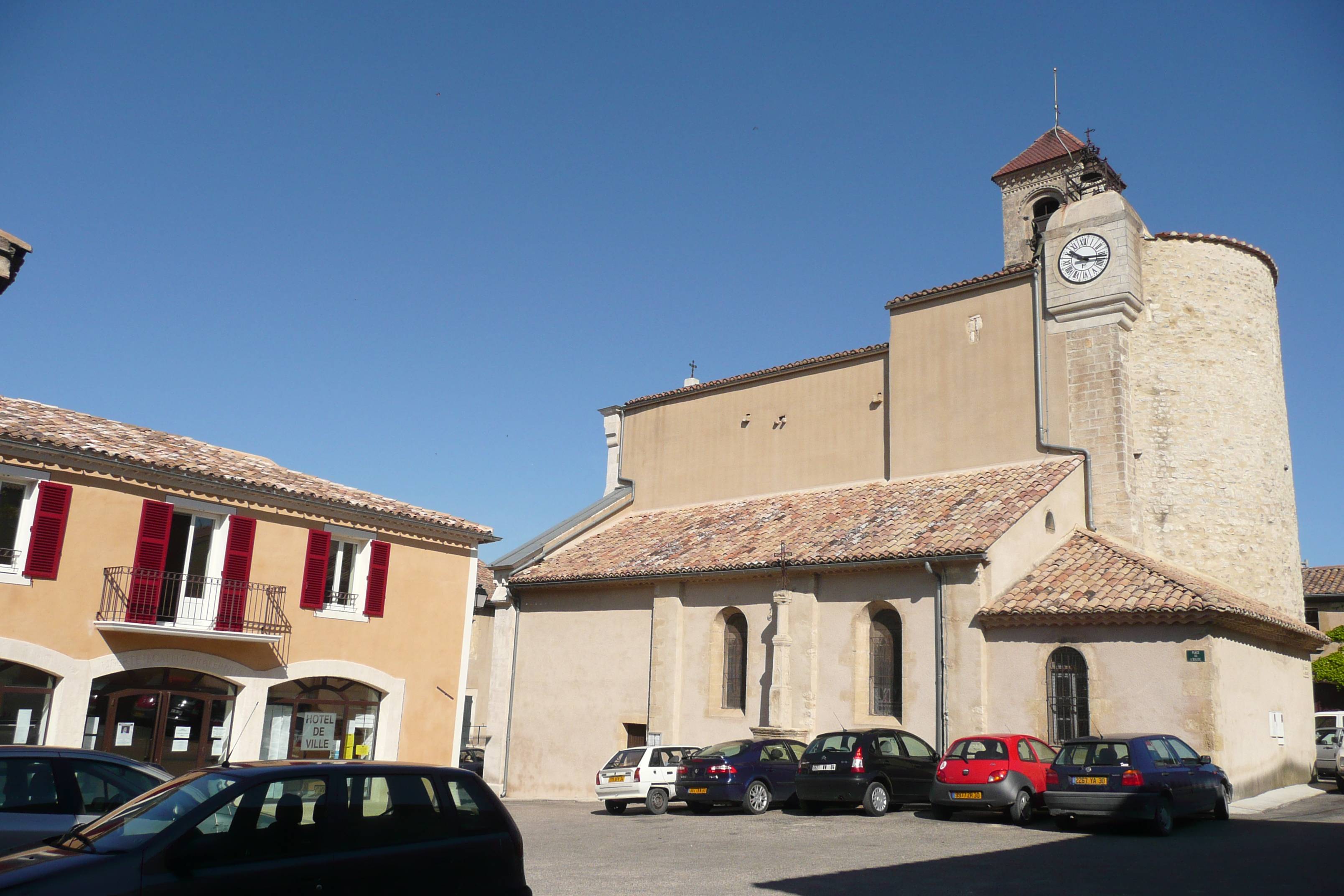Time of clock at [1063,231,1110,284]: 10:15
